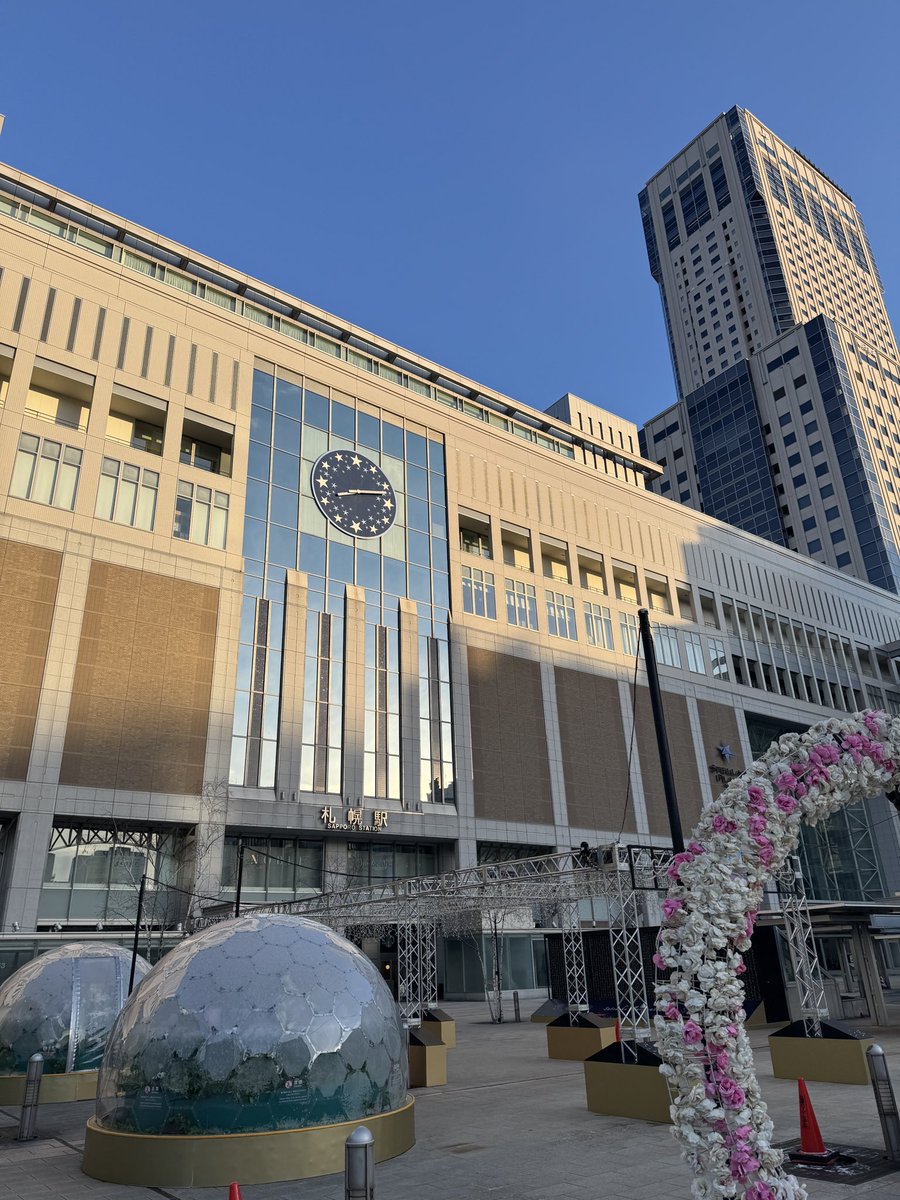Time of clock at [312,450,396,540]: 8:12
